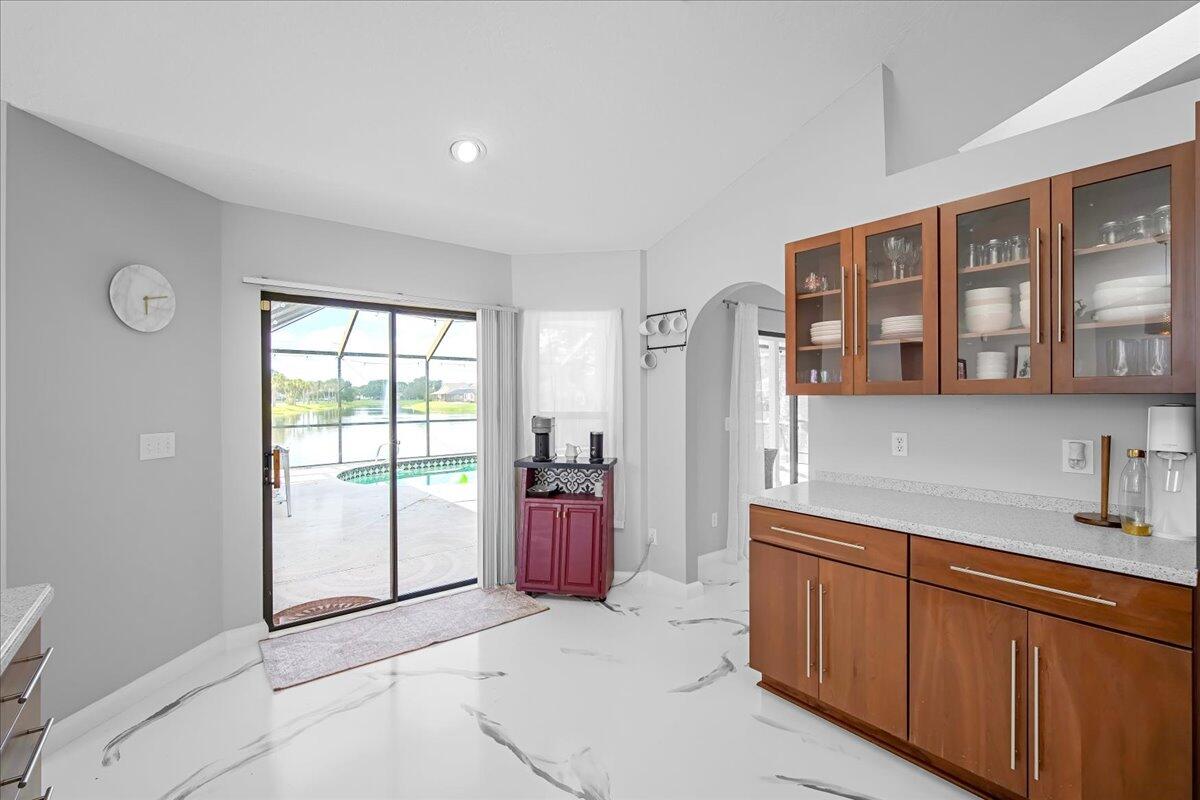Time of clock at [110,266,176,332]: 6:13
